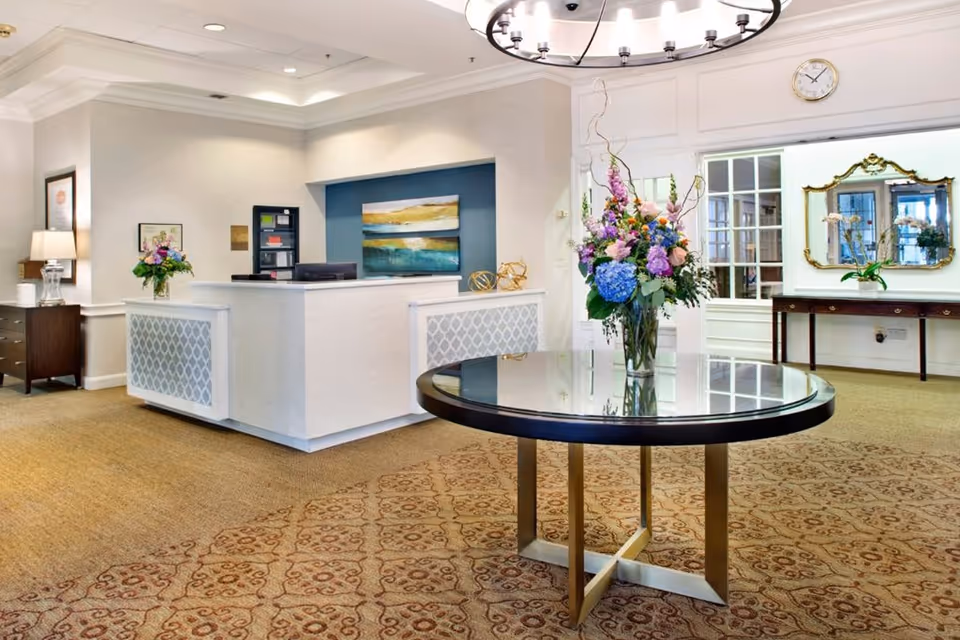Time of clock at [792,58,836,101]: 10:07
